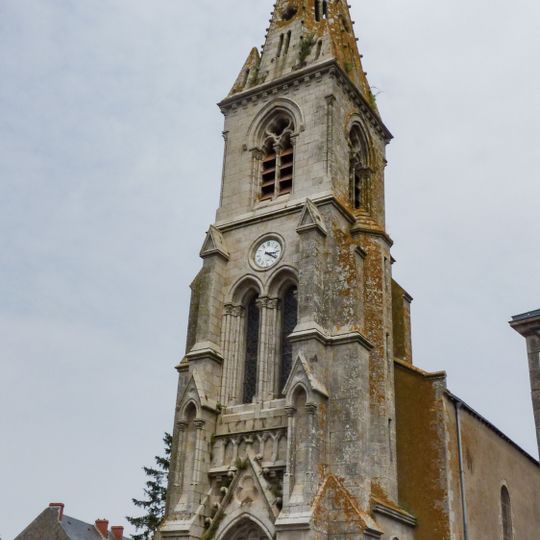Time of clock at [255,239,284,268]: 3:21
